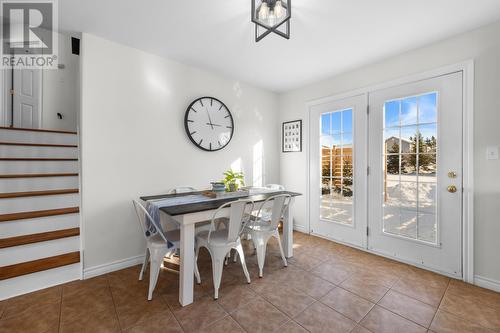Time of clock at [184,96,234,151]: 2:56
